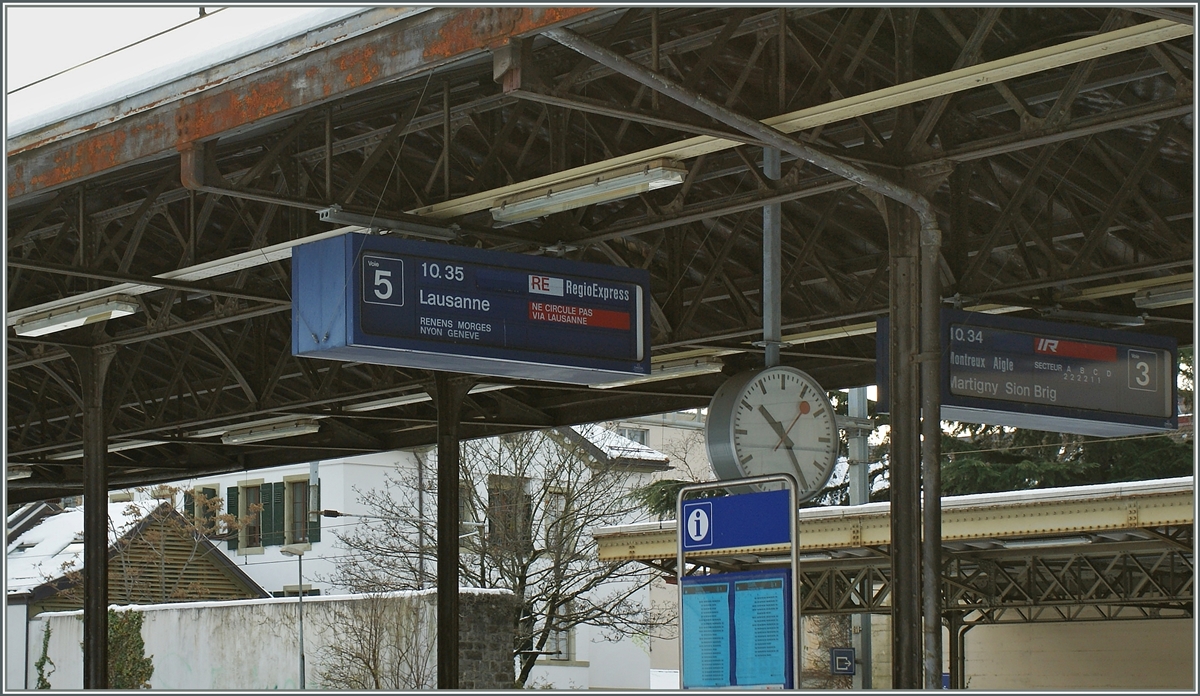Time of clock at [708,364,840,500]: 10:24
